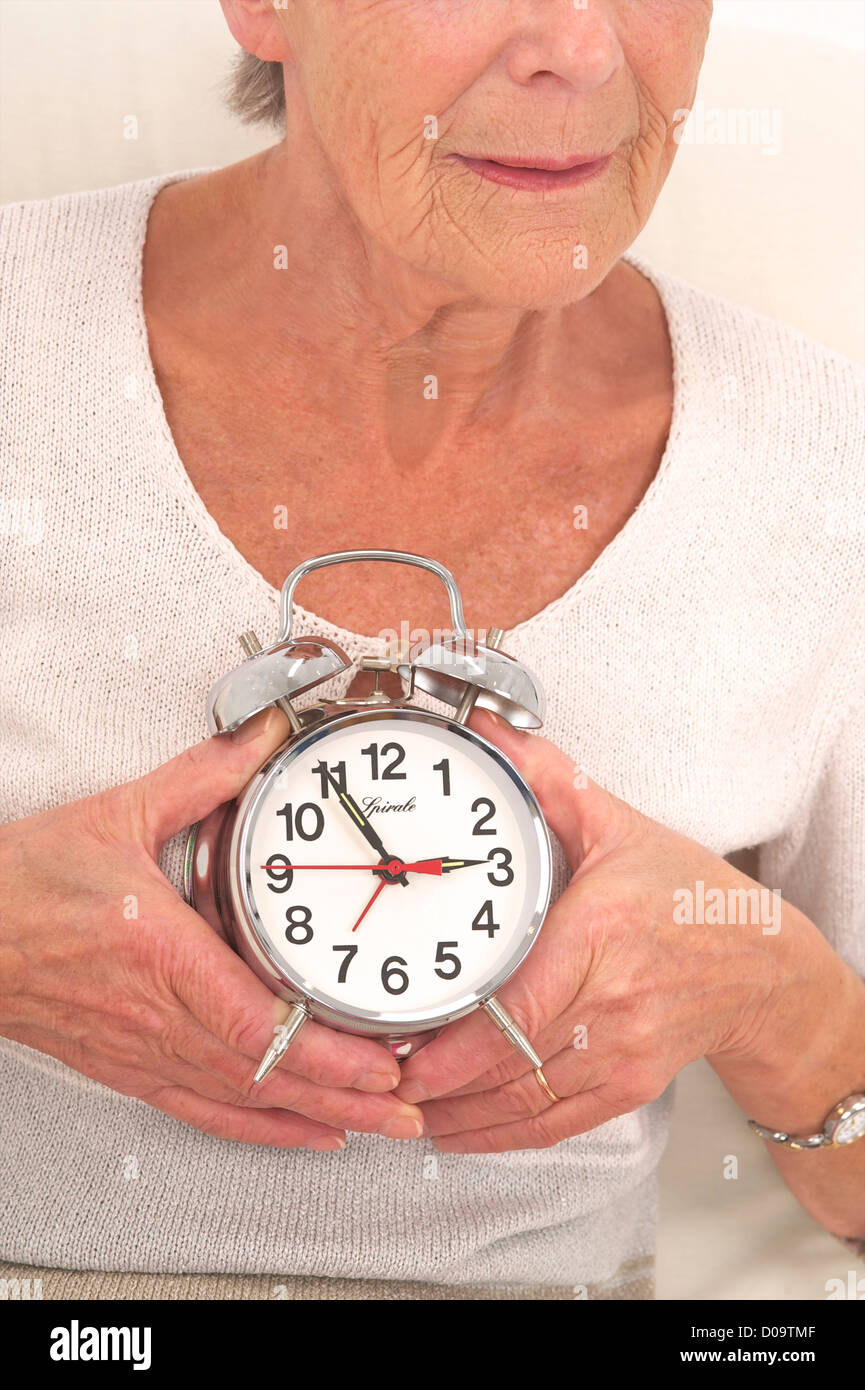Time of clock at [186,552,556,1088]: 2:54
